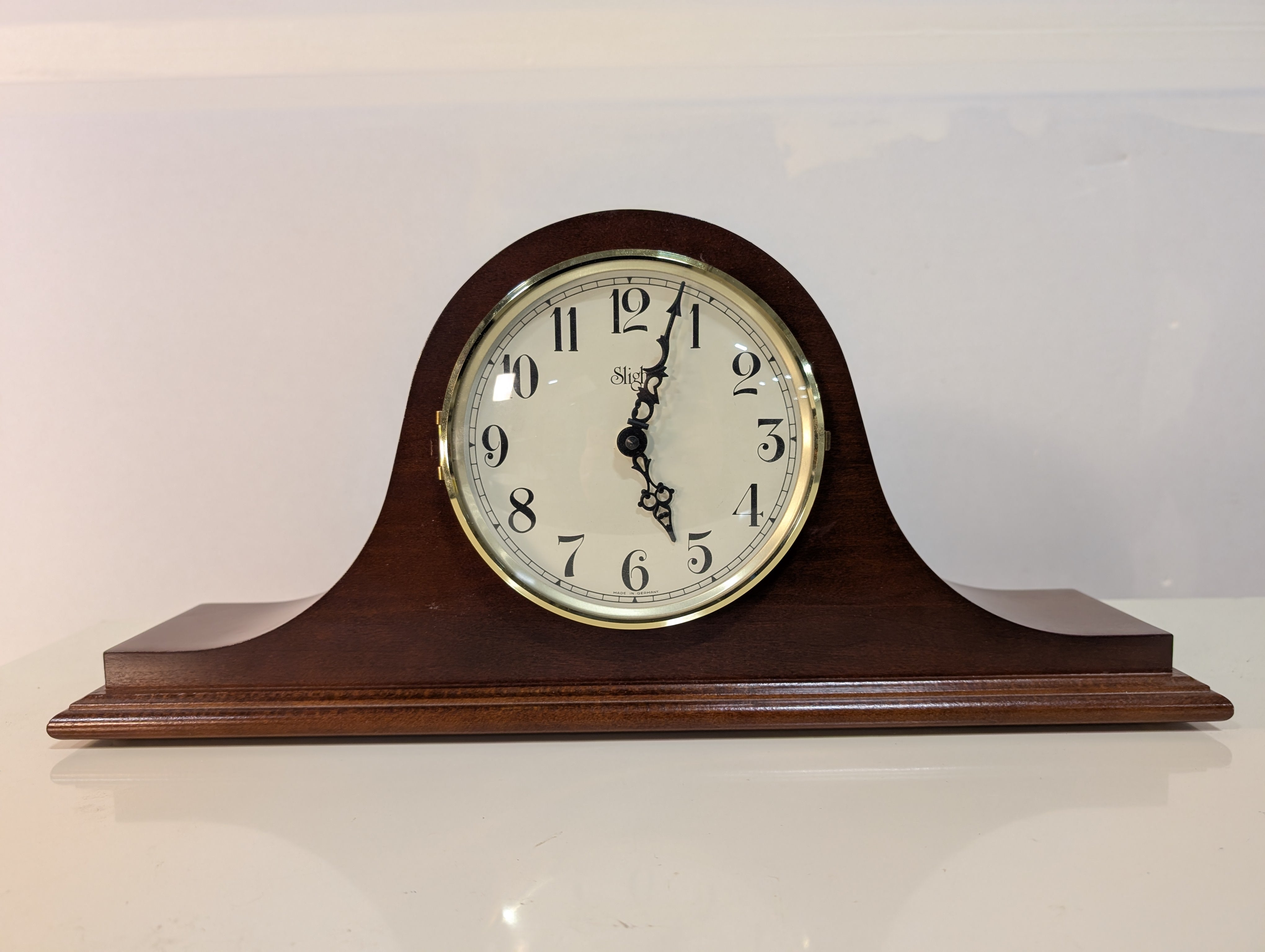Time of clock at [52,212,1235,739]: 5:03
